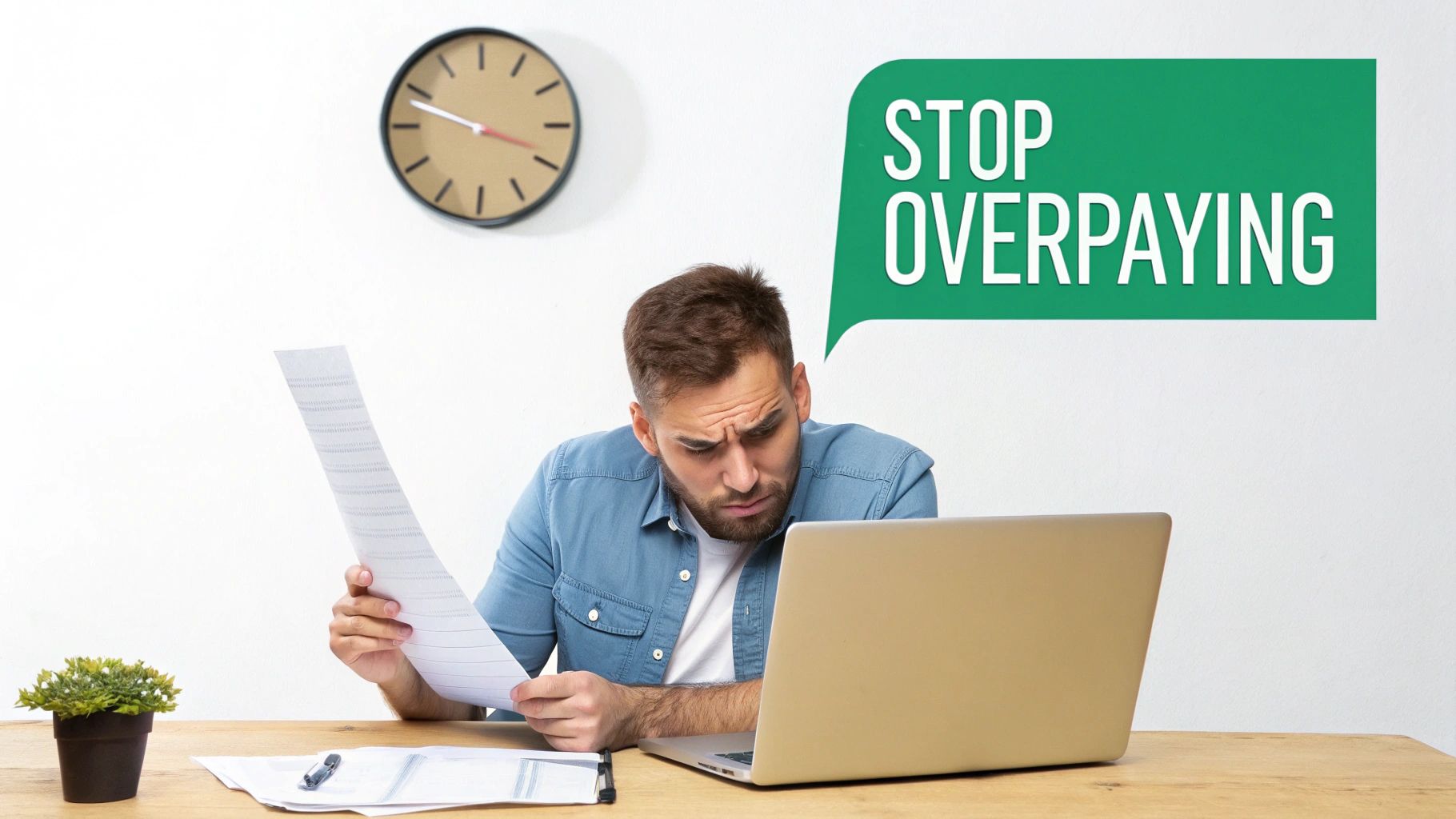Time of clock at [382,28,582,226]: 3:48
